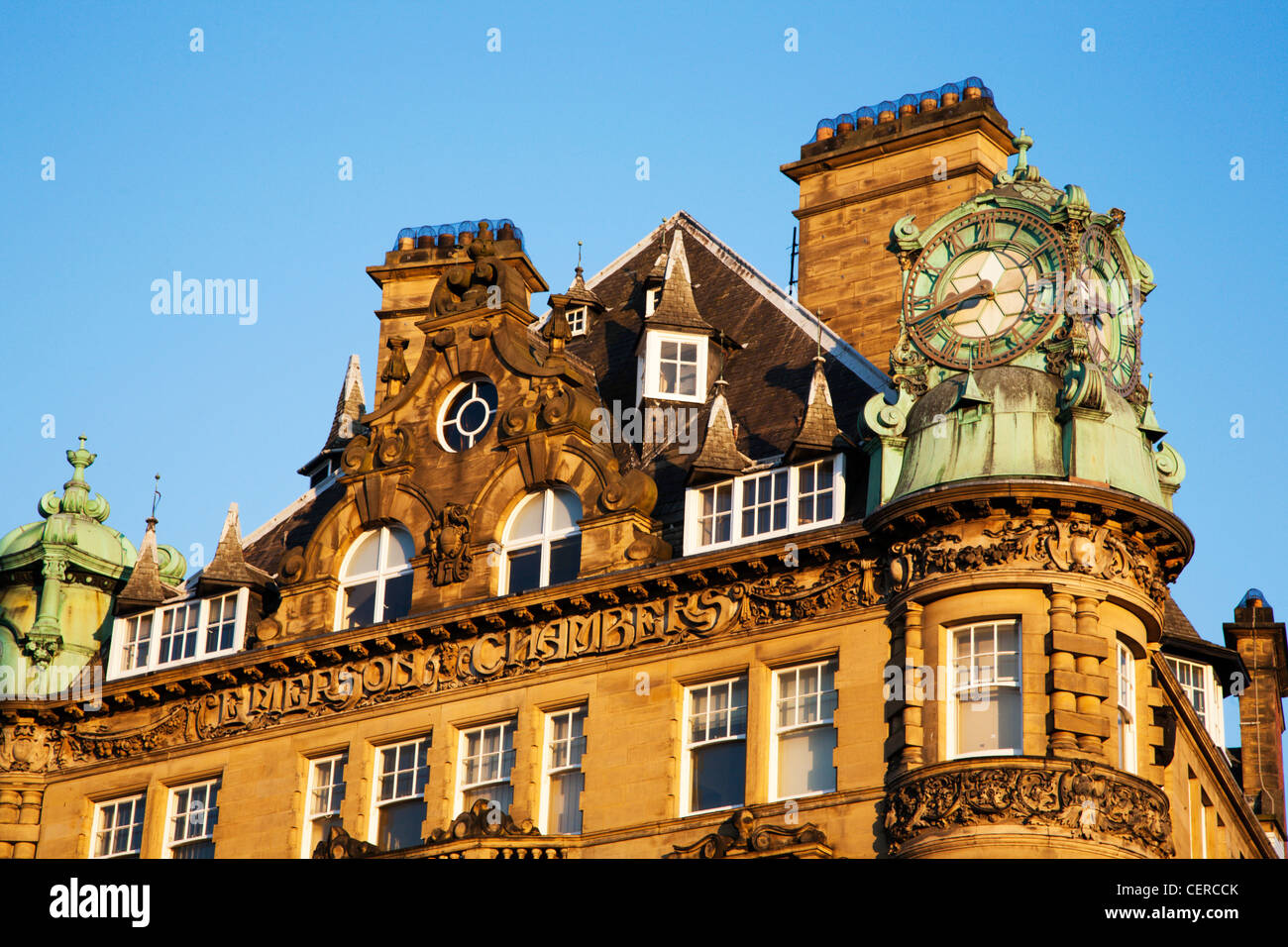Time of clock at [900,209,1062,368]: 8:42
